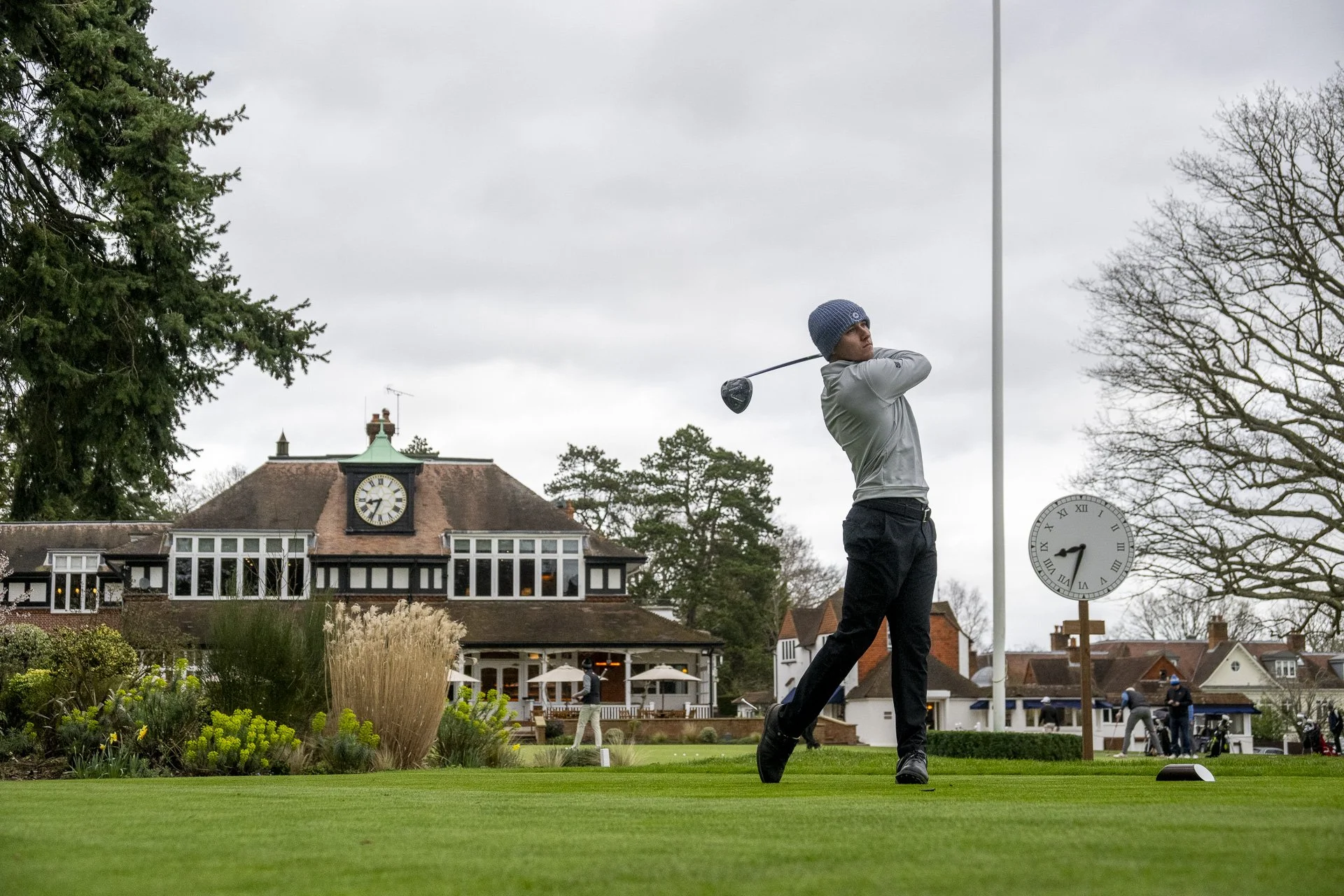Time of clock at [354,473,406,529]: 8:34
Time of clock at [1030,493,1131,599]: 8:32
